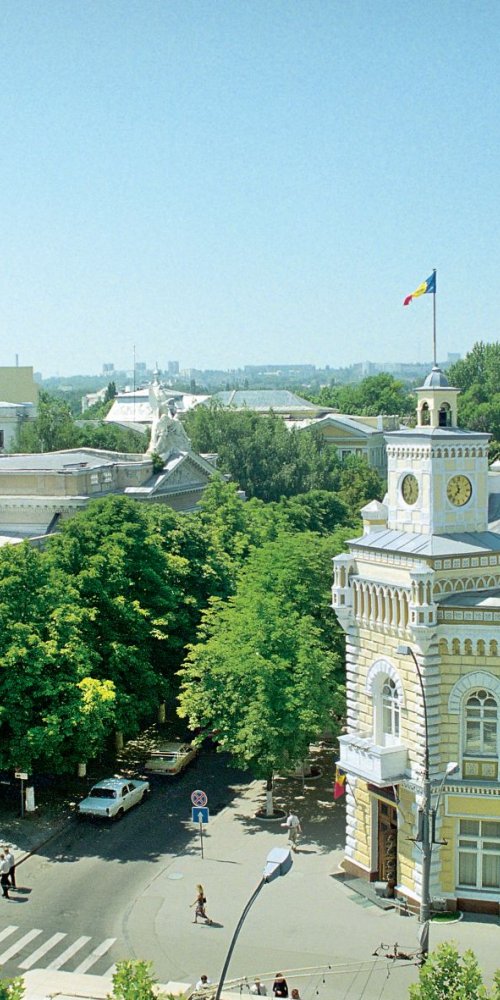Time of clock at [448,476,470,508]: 11:36
